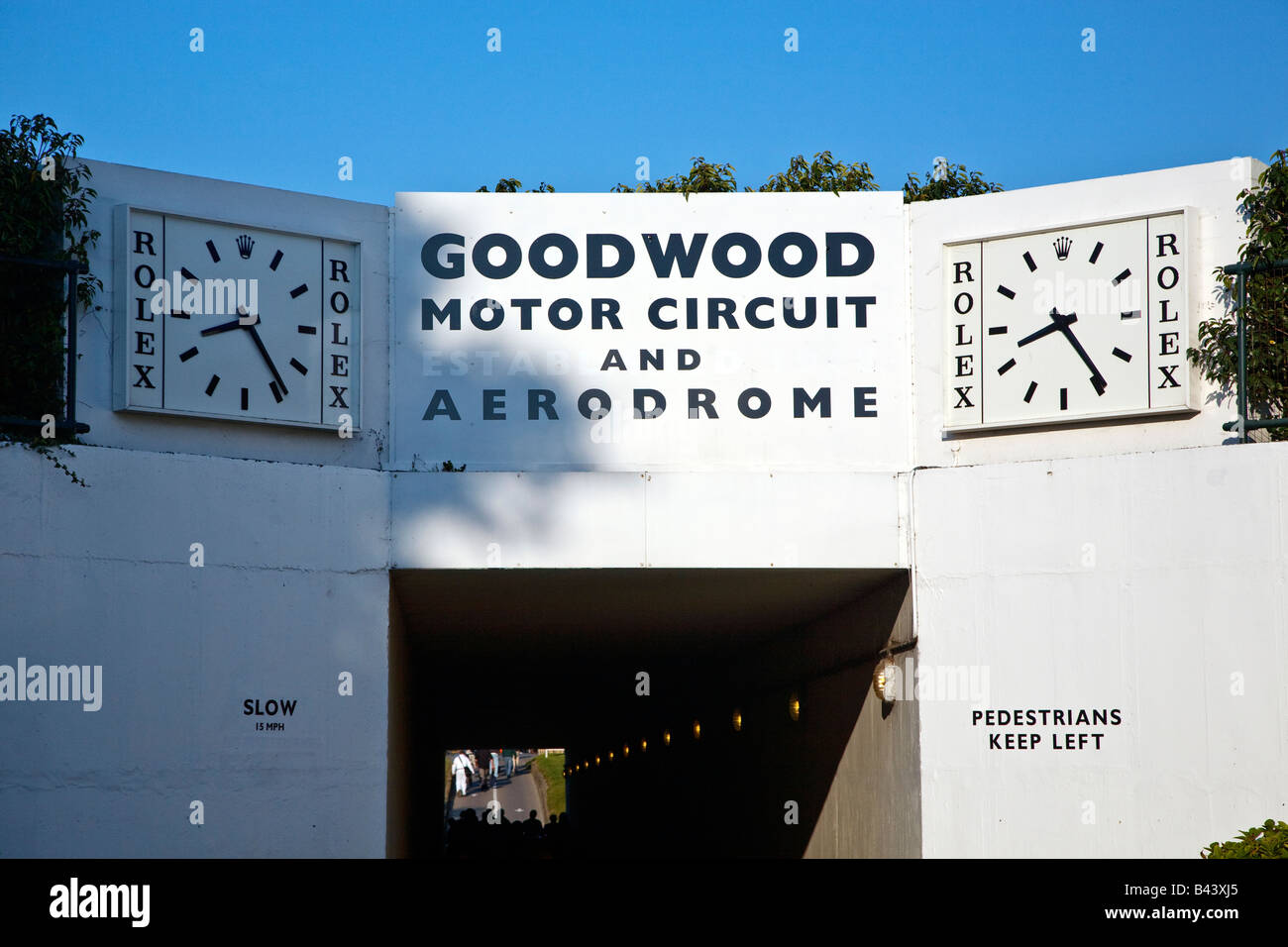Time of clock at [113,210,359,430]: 8:23
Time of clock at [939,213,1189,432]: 8:24
